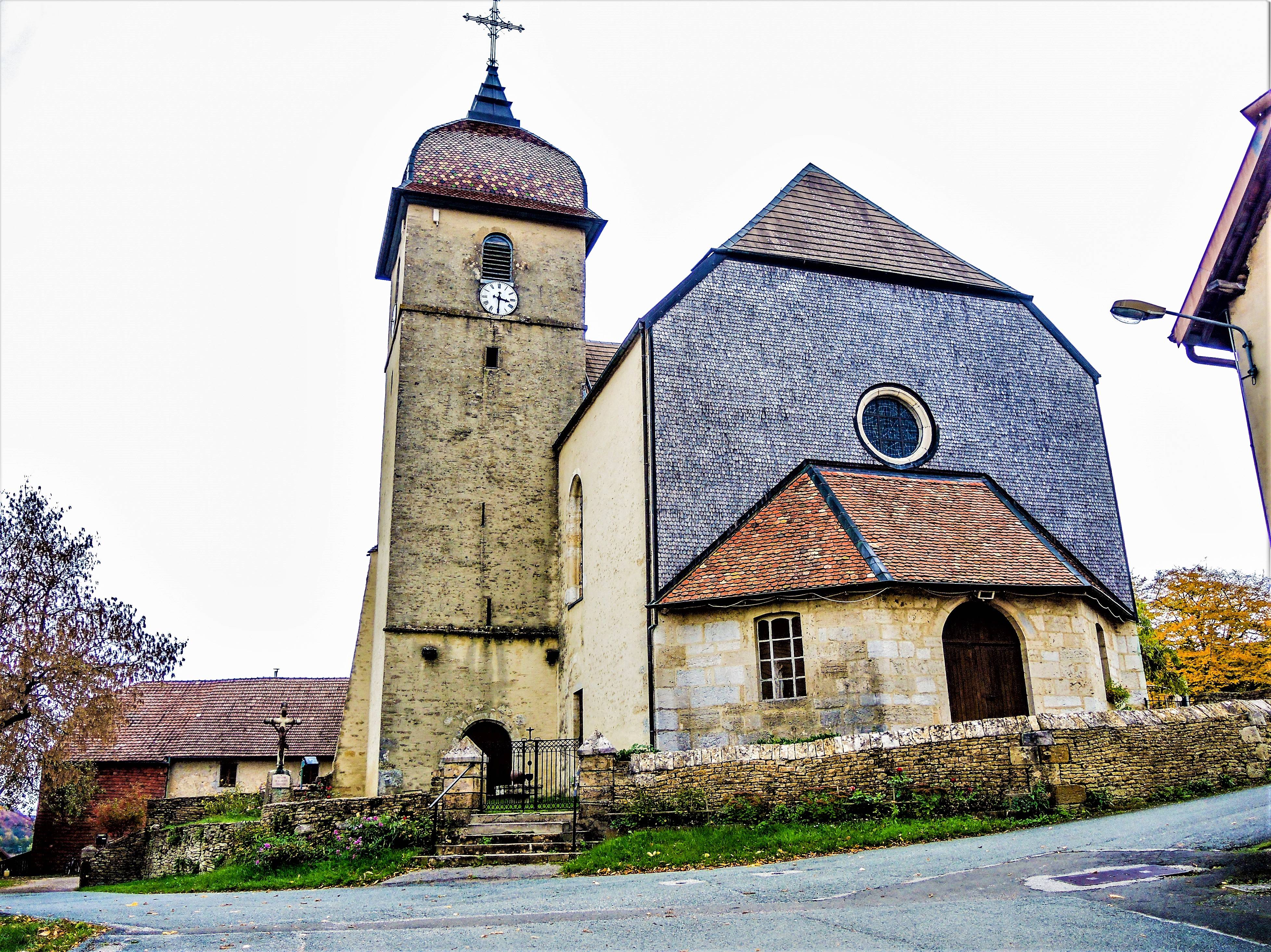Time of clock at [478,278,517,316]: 3:30
